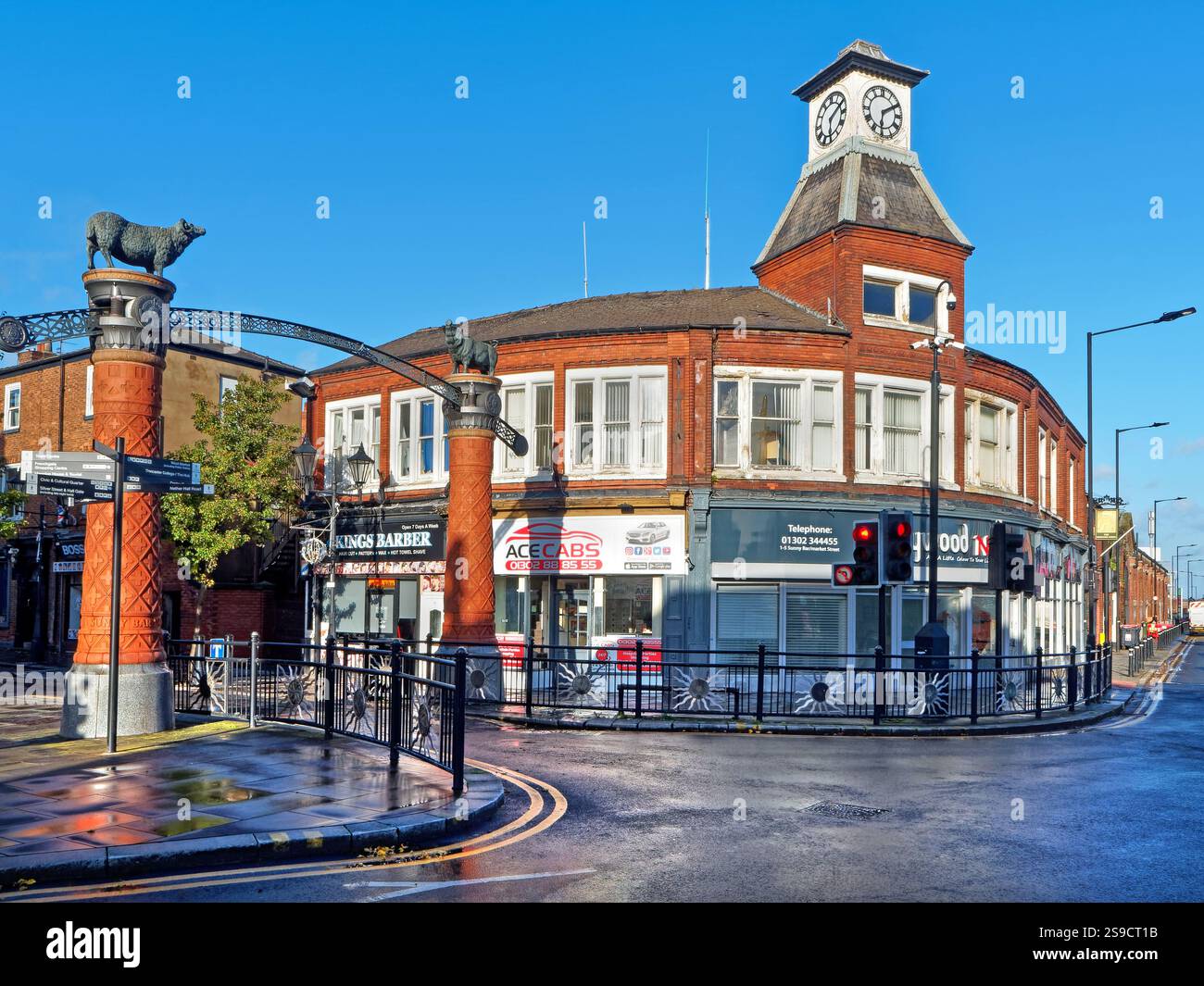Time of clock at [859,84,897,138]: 6:10
